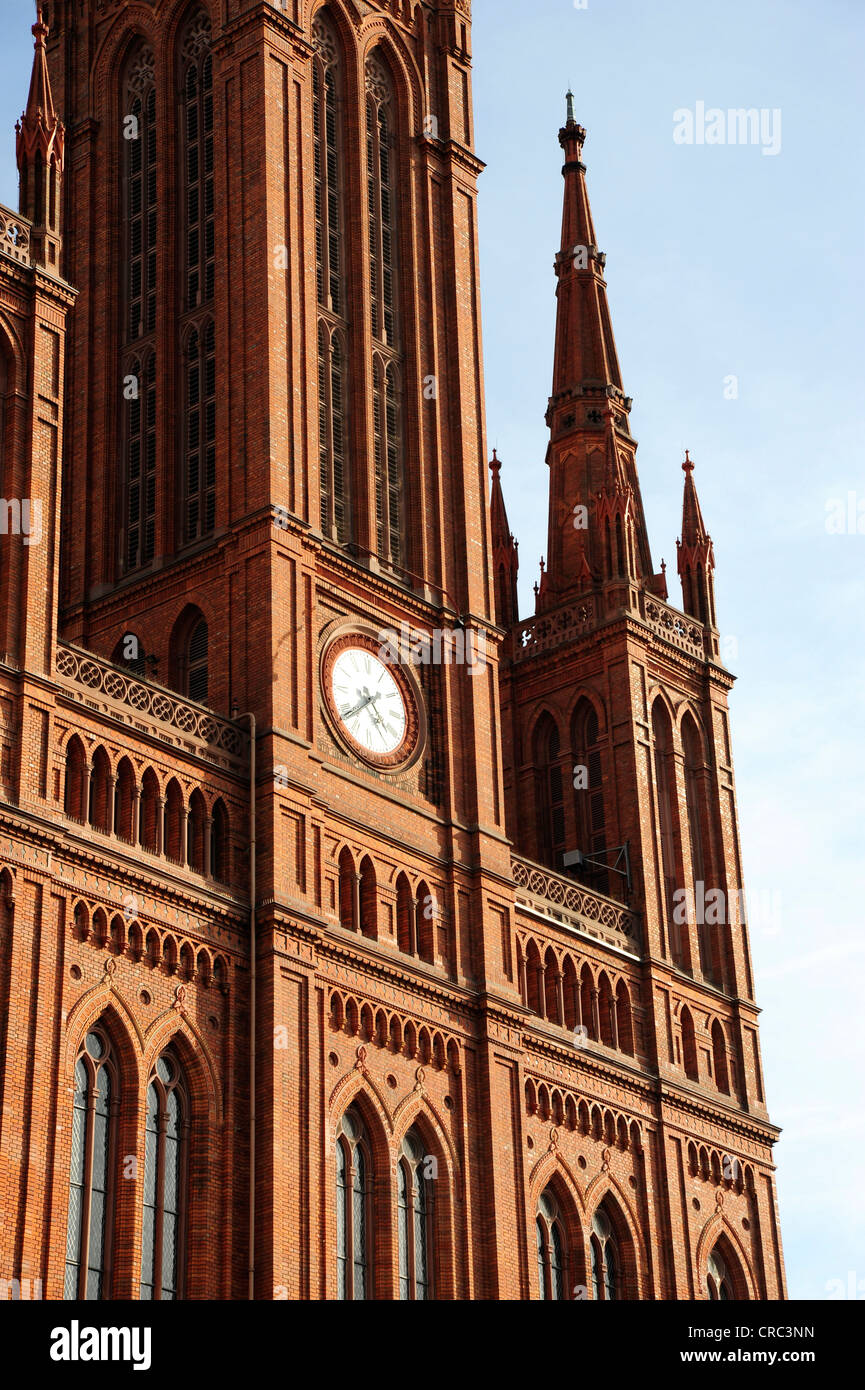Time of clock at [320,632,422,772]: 4:38
